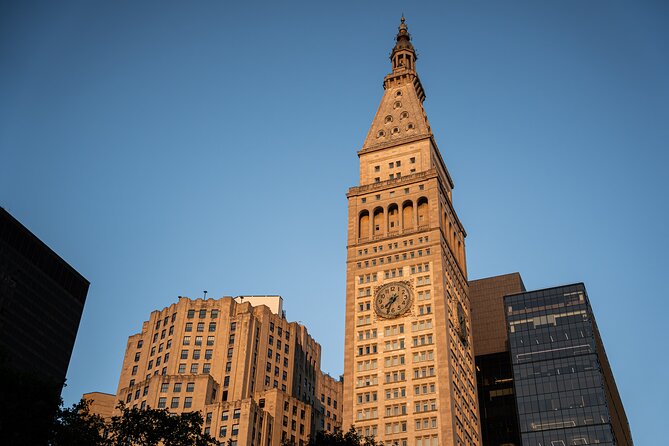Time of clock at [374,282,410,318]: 7:33
